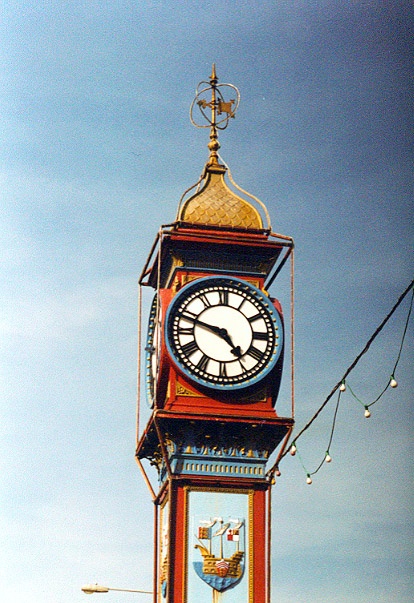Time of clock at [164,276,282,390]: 4:47
